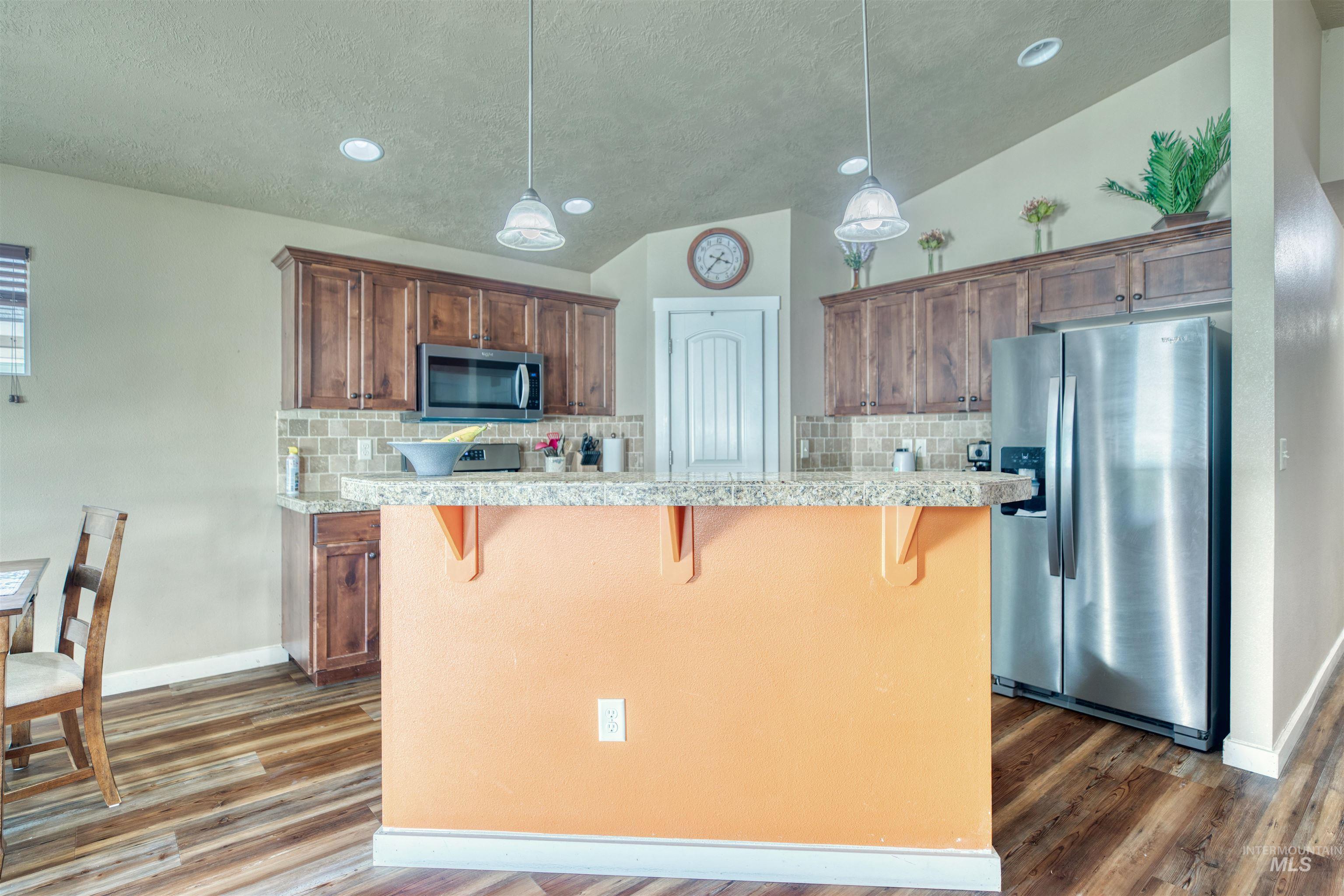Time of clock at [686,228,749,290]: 3:36
